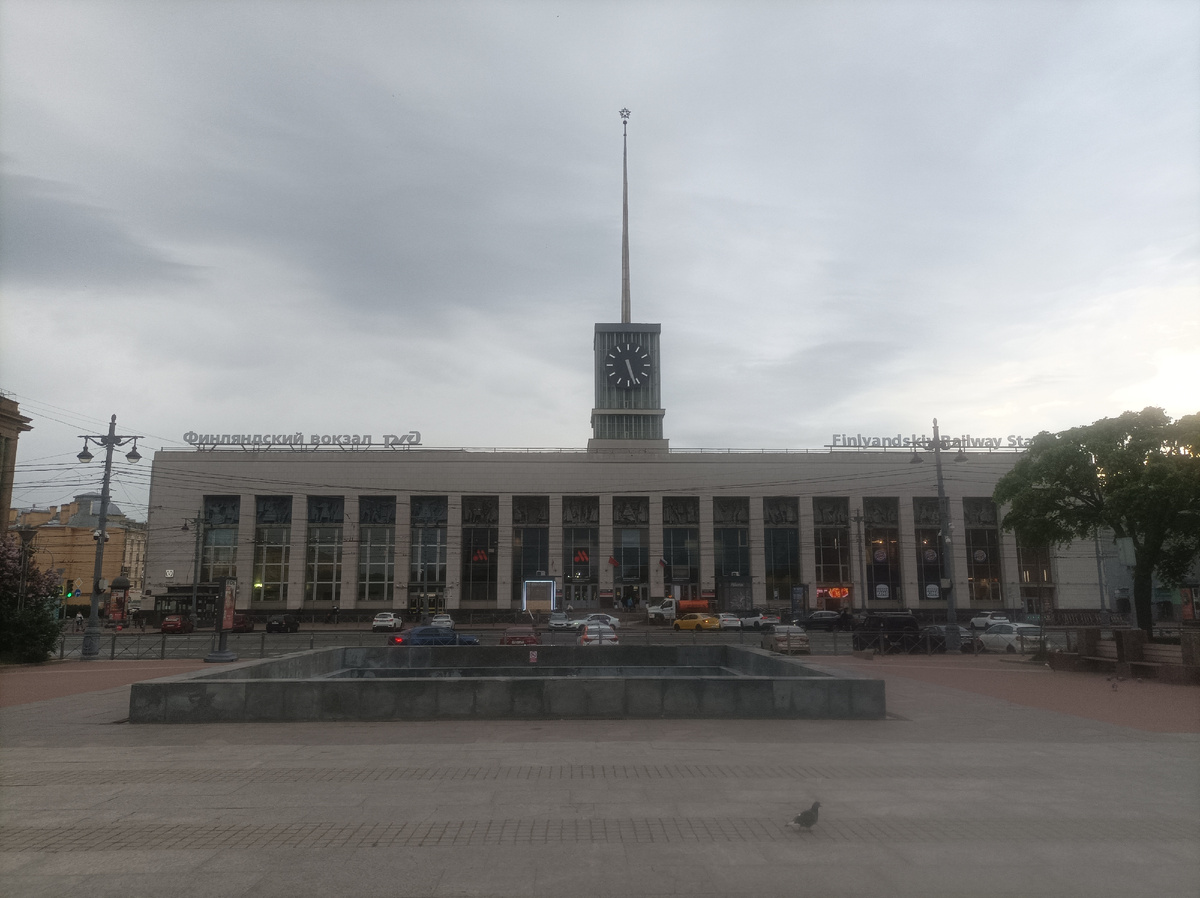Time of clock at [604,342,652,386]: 5:26
